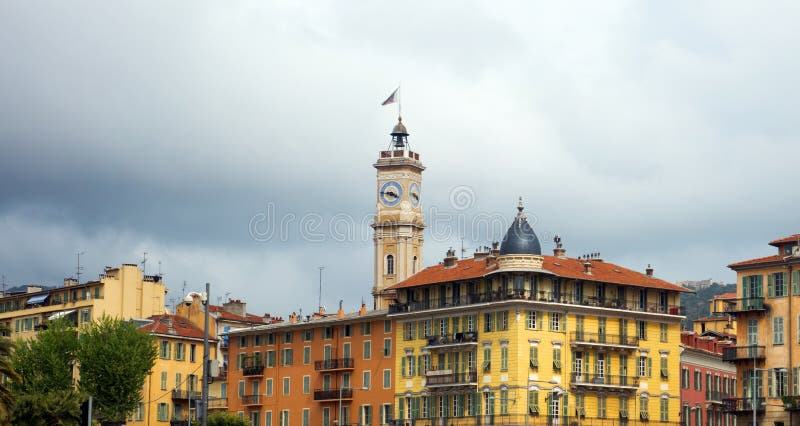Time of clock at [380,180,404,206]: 3:43
